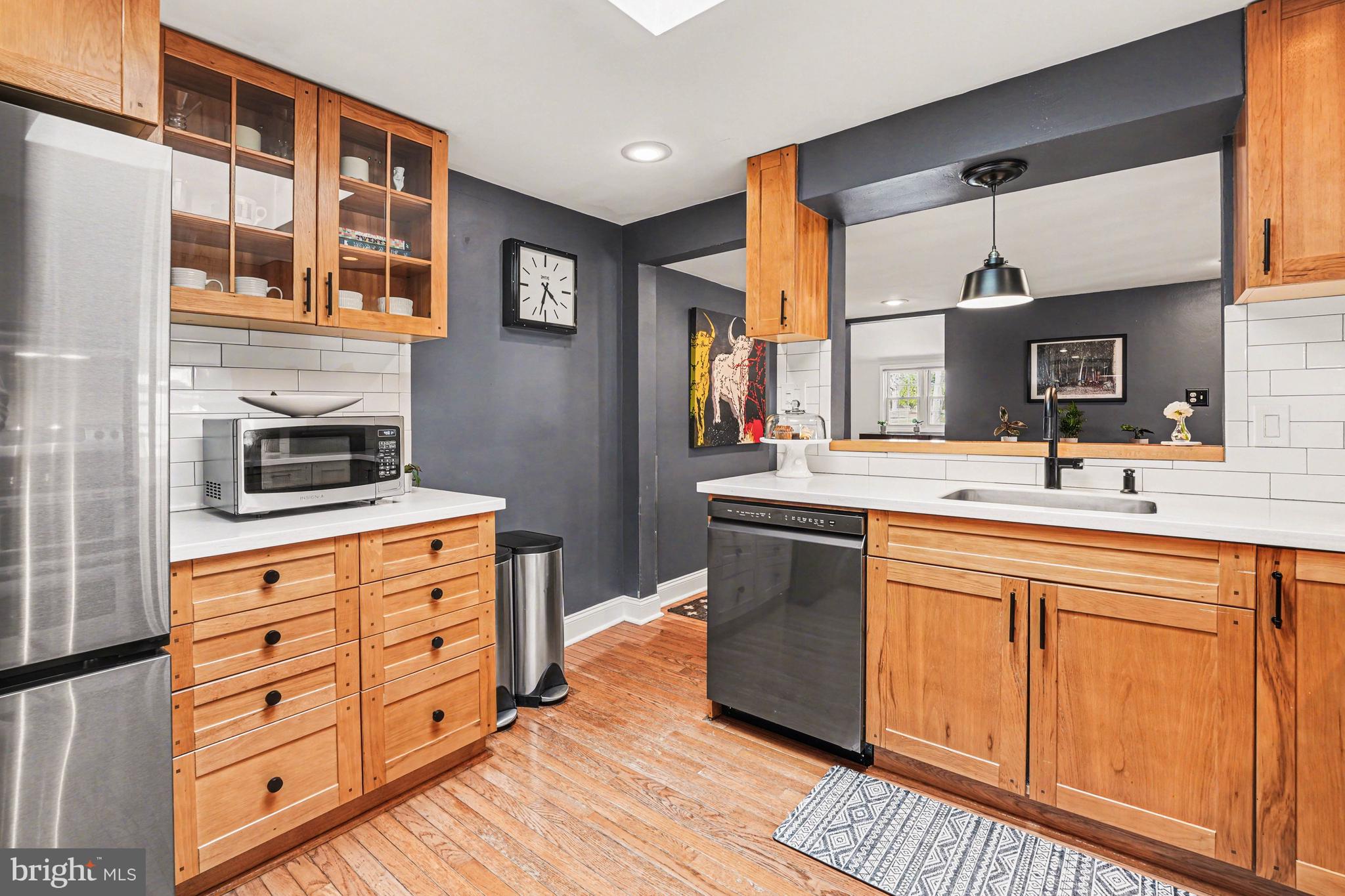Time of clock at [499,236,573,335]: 4:32
